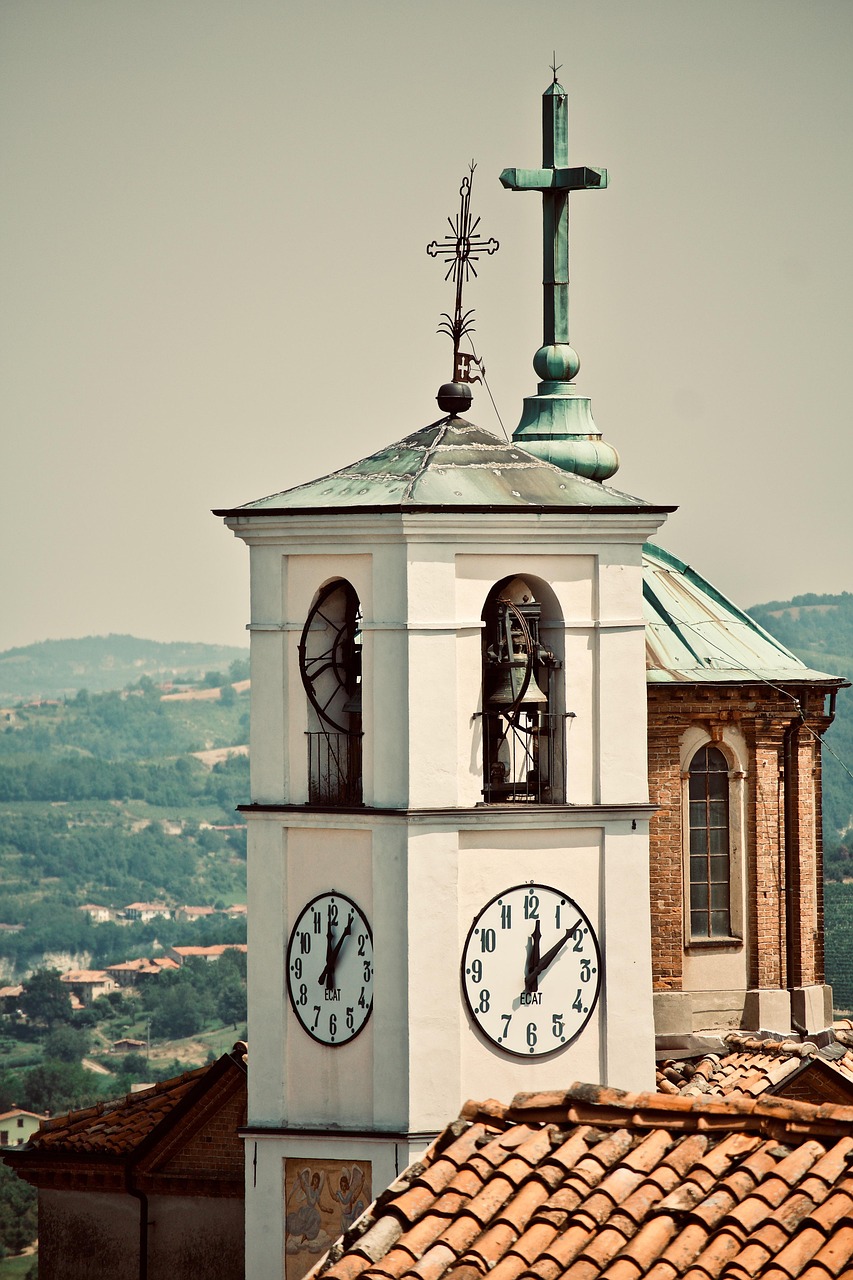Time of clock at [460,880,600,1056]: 12:08
